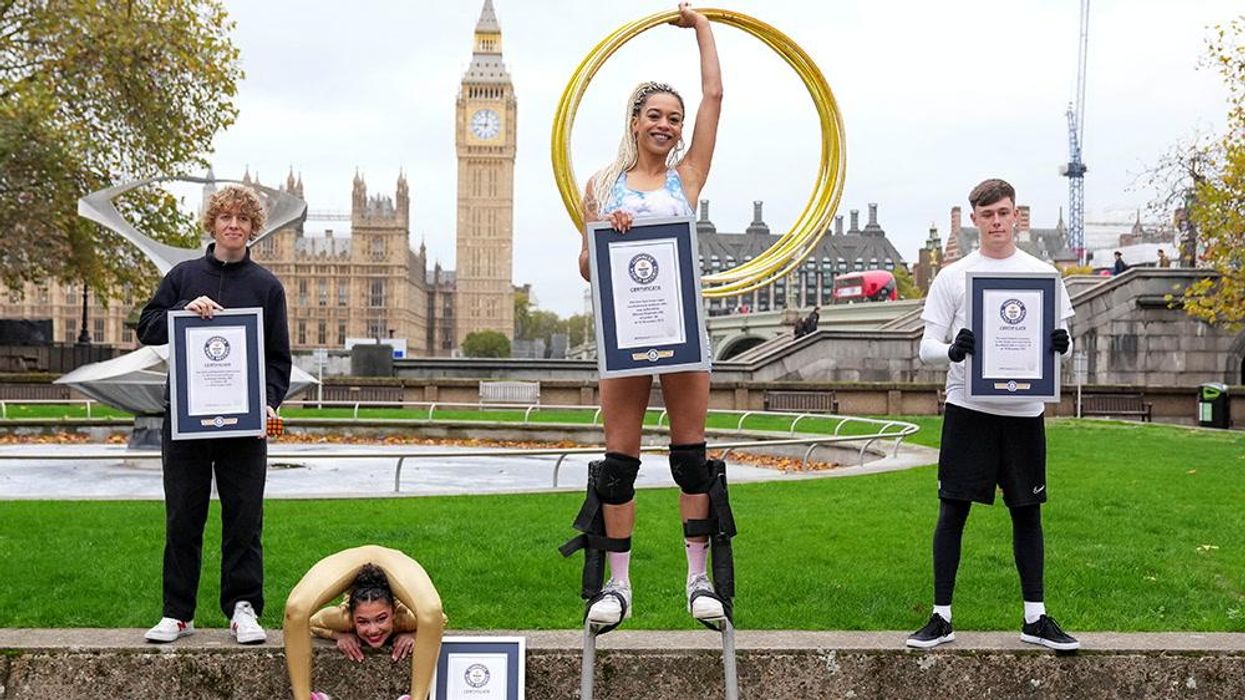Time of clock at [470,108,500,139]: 9:01
